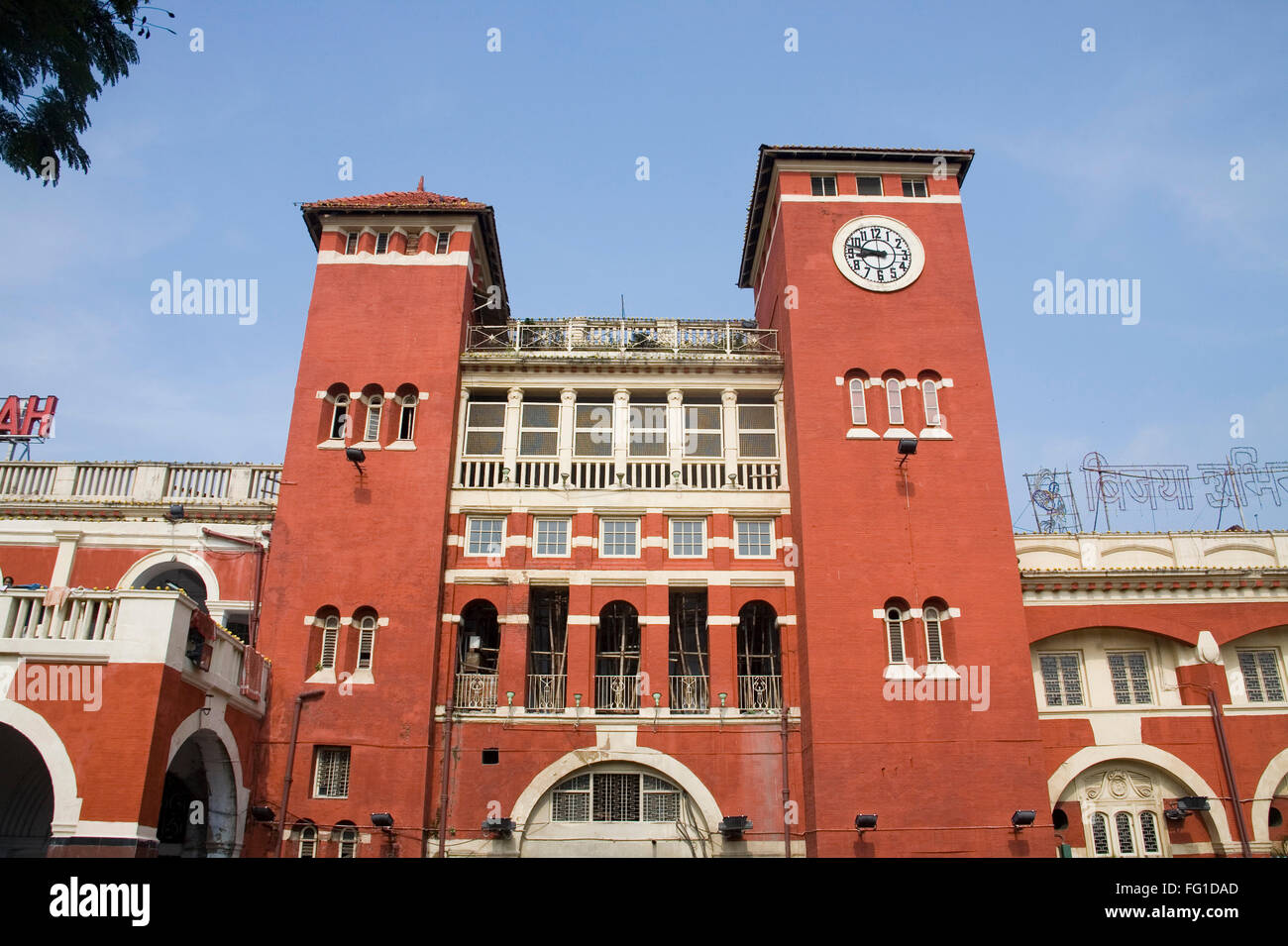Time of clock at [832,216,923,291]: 8:47
